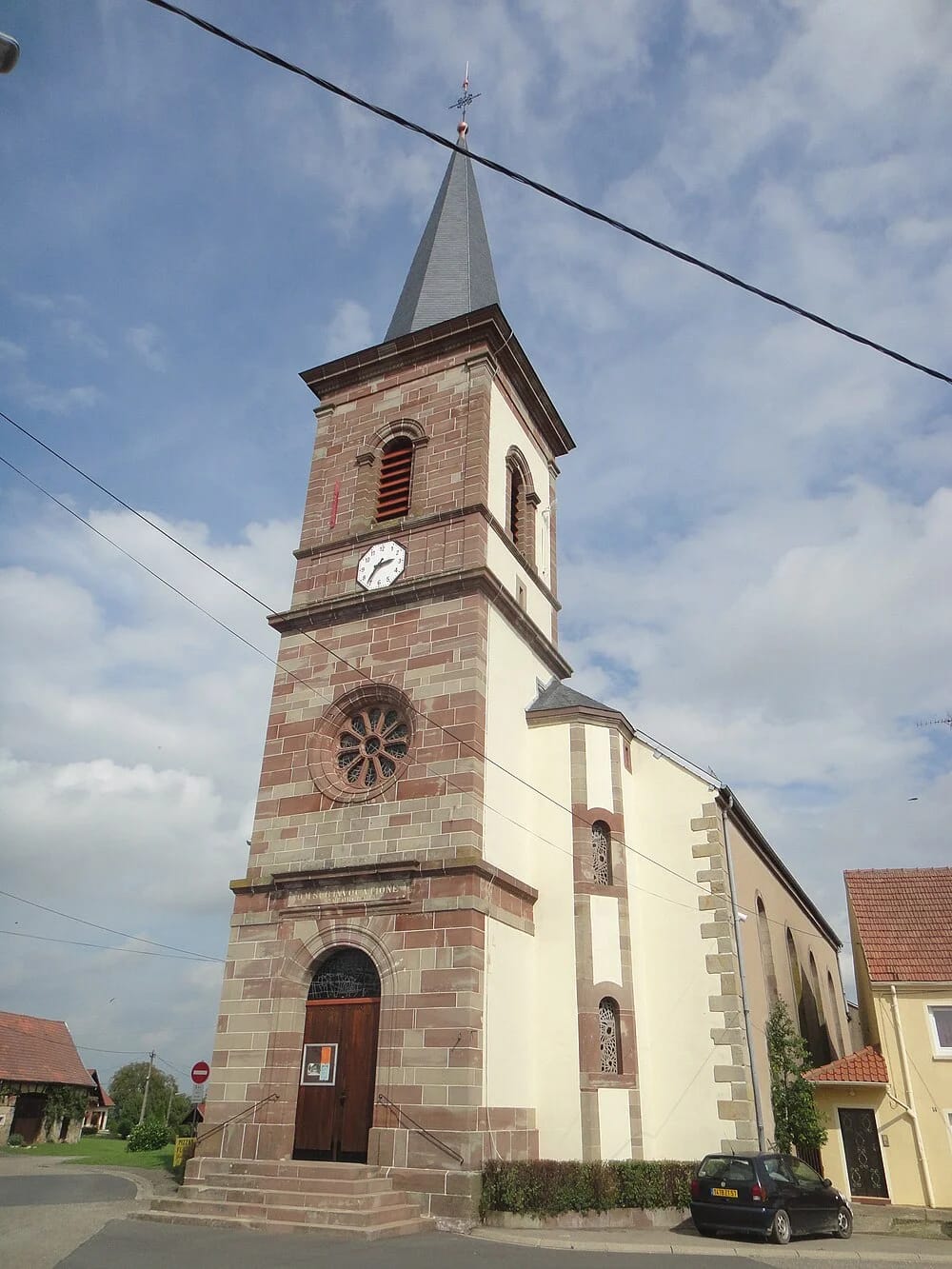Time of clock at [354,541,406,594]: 2:36
